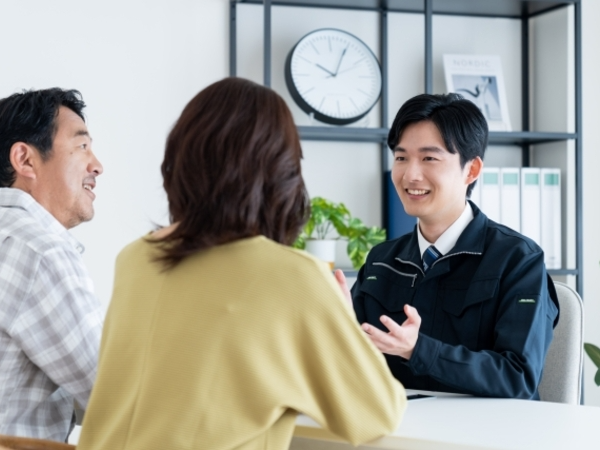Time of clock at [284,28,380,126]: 10:04
